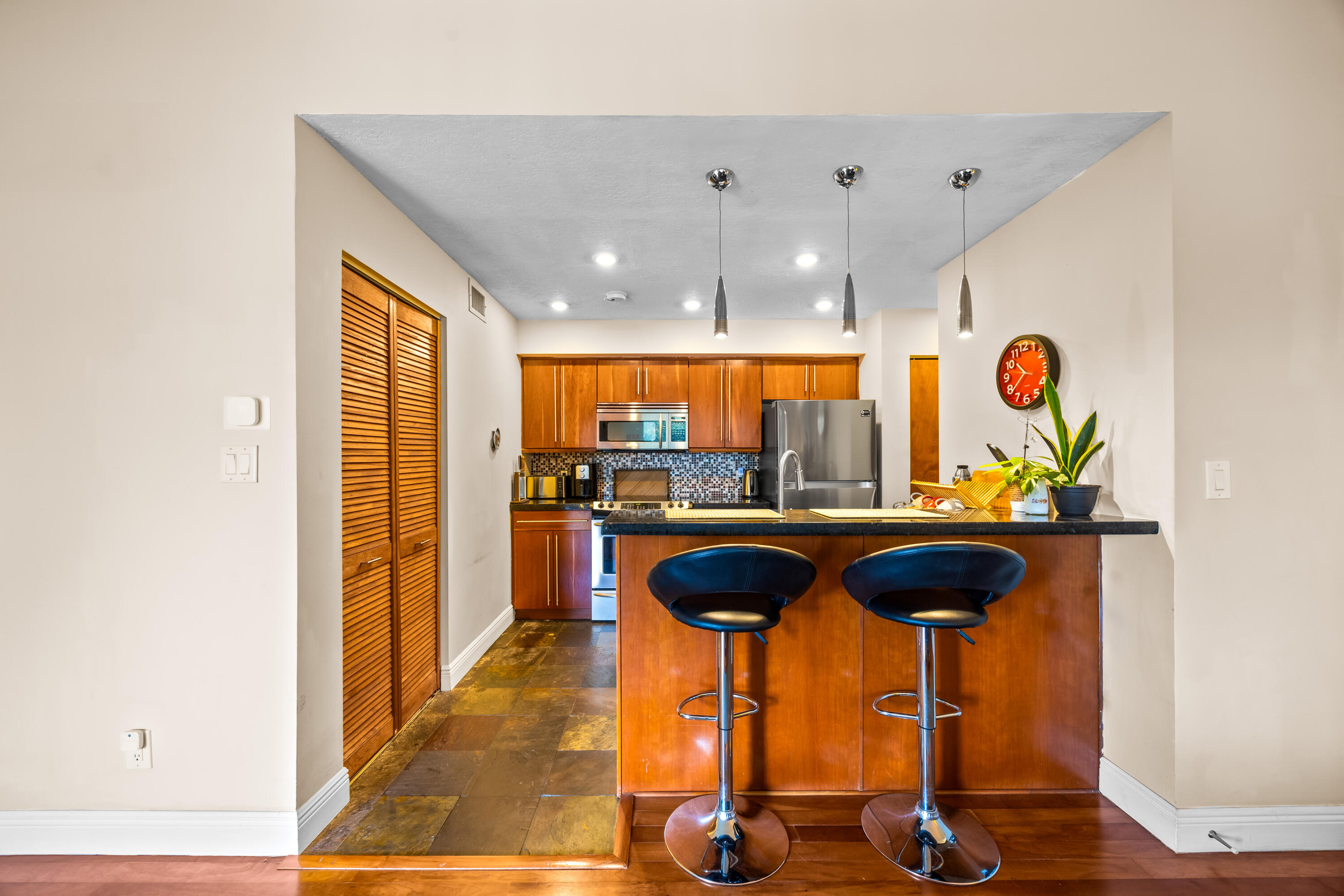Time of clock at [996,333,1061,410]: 10:38
